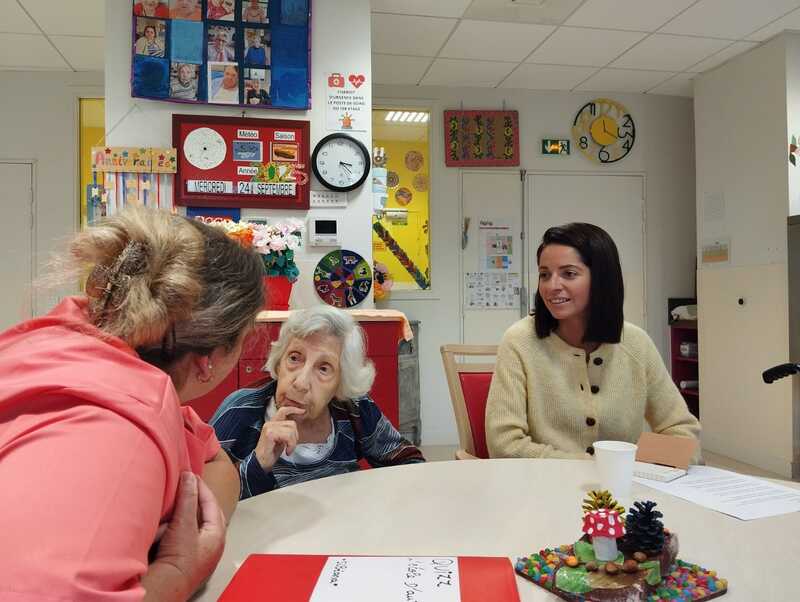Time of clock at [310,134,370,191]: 3:22
